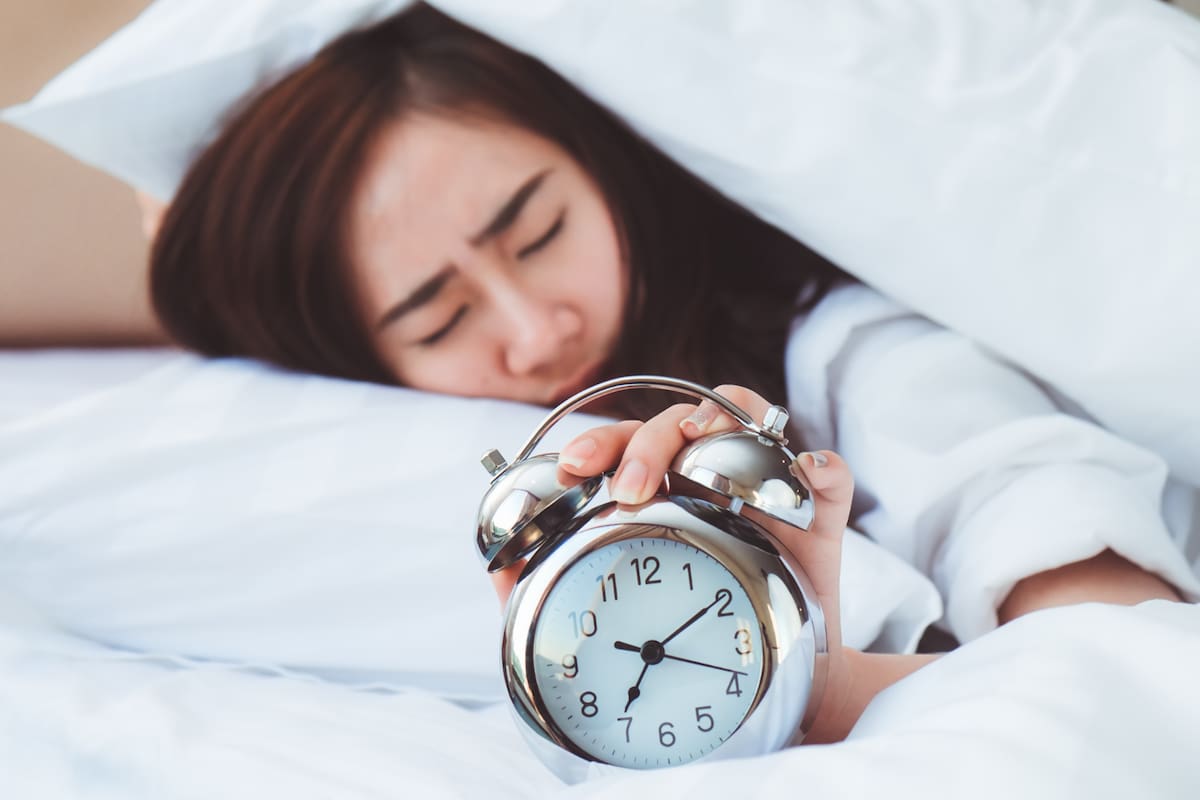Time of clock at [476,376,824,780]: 7:09
